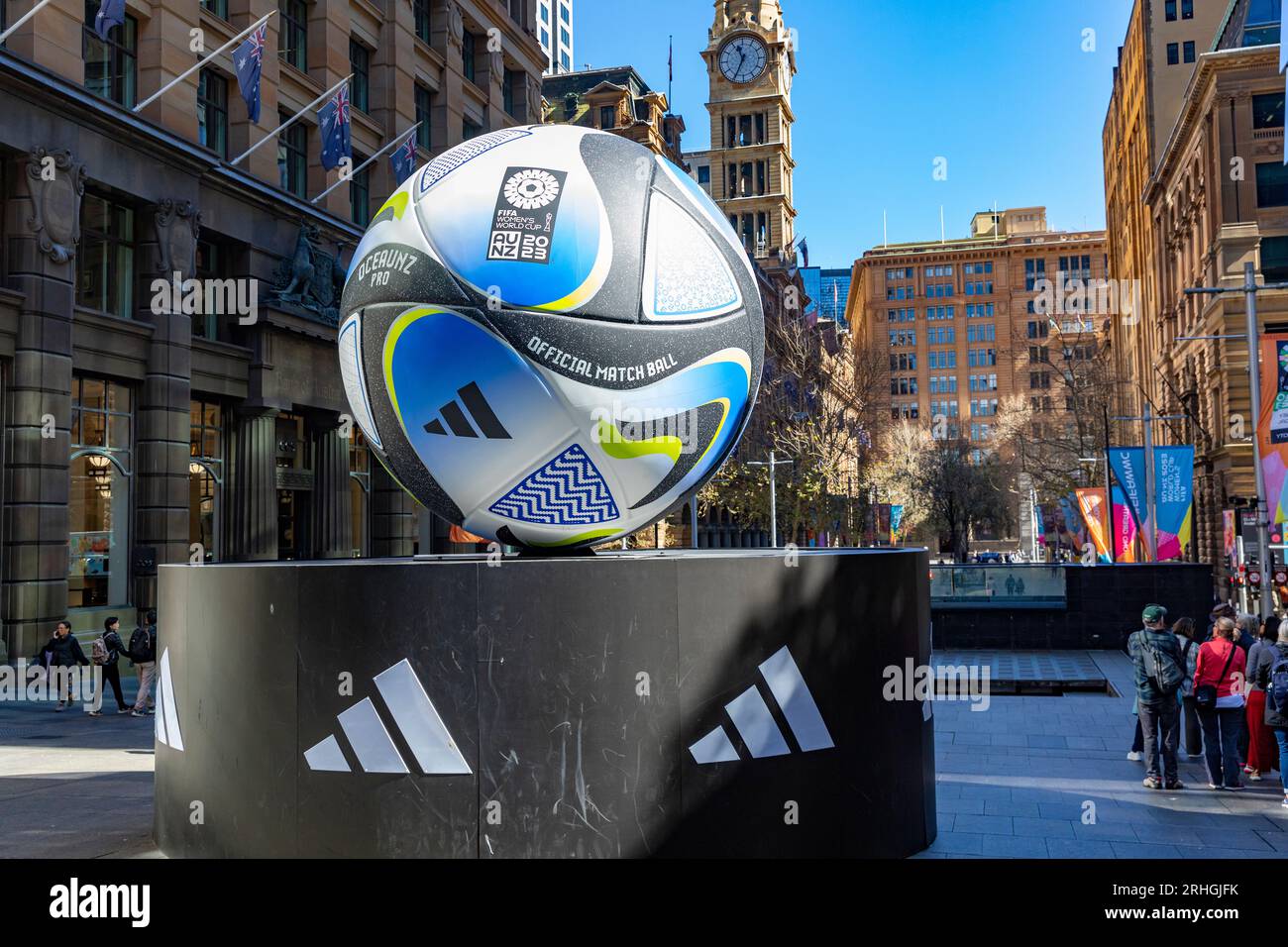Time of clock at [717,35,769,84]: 11:34
